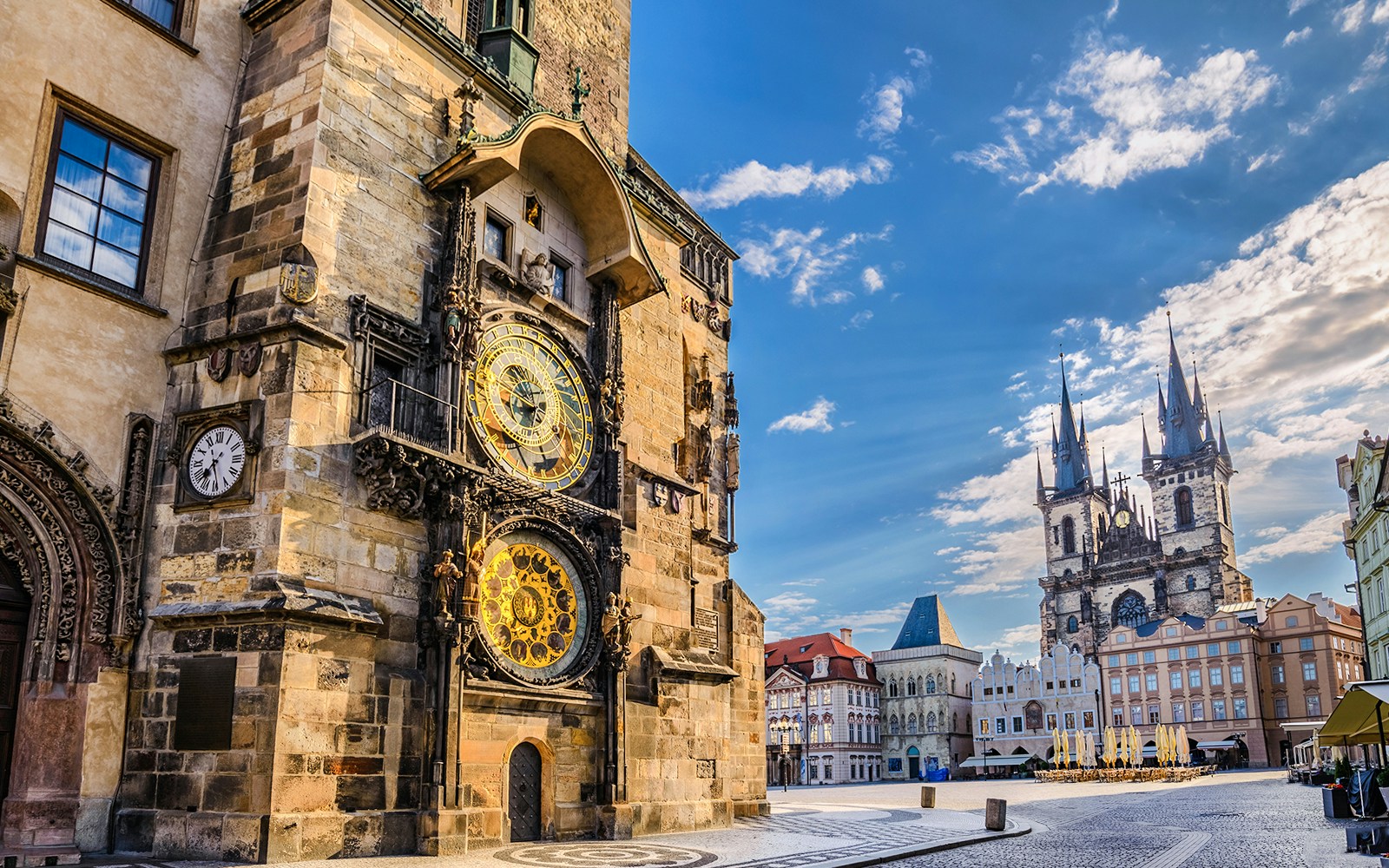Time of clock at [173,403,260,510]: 7:28
